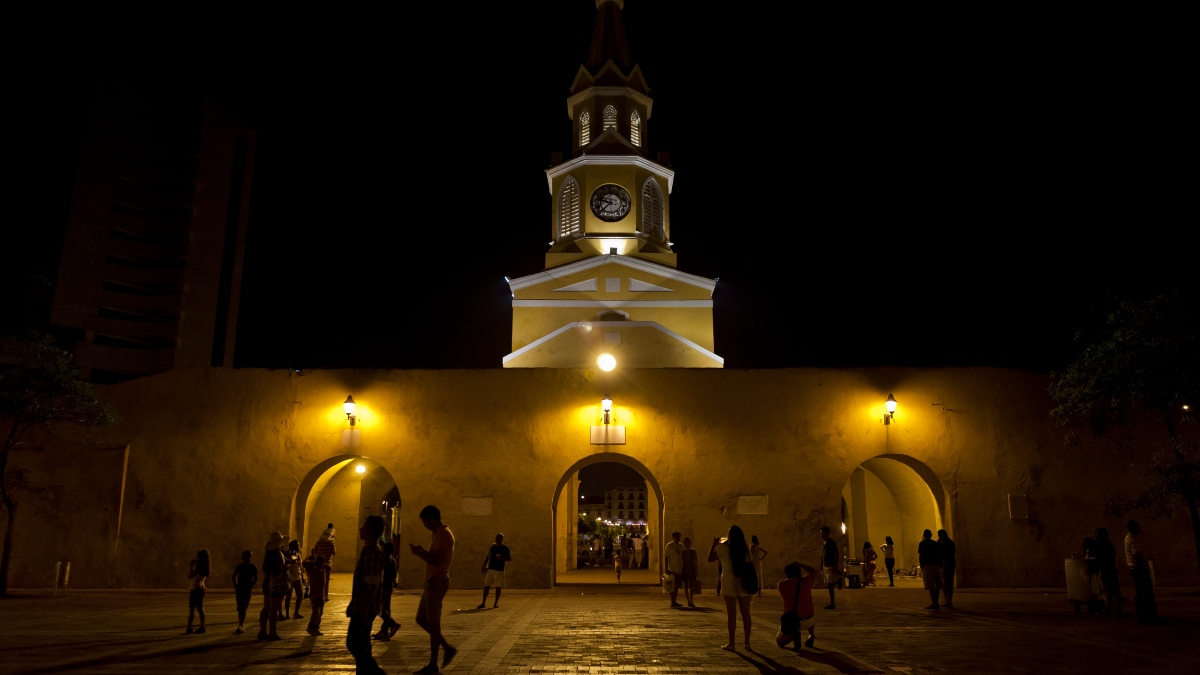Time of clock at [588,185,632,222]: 9:37
